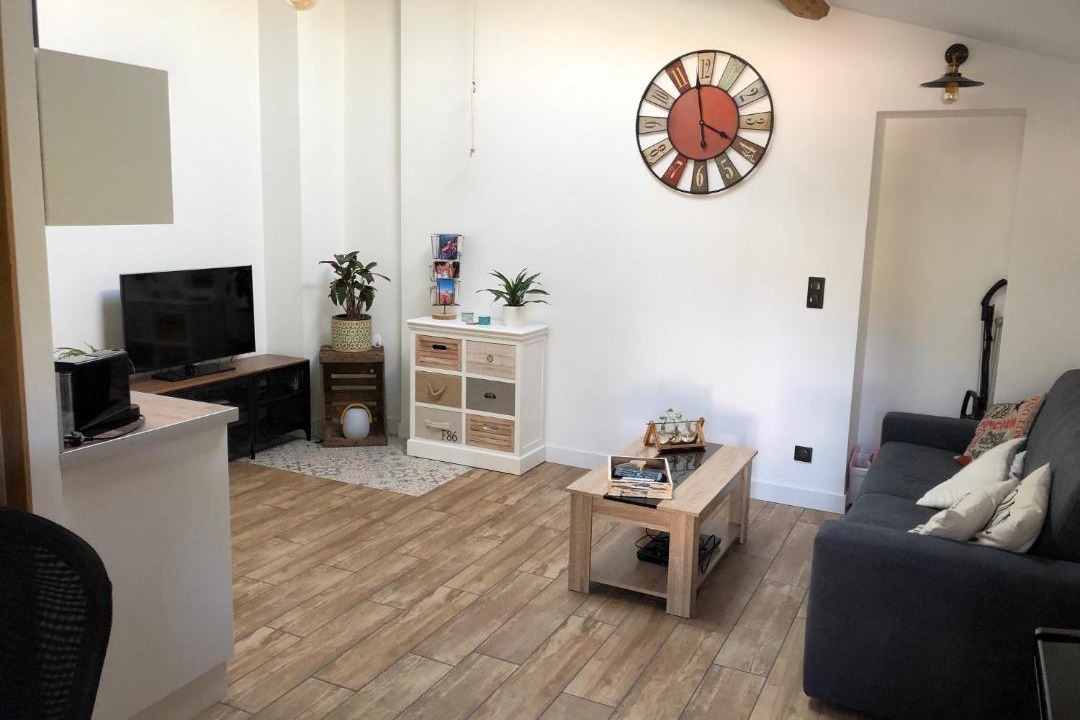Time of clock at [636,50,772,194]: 3:58
